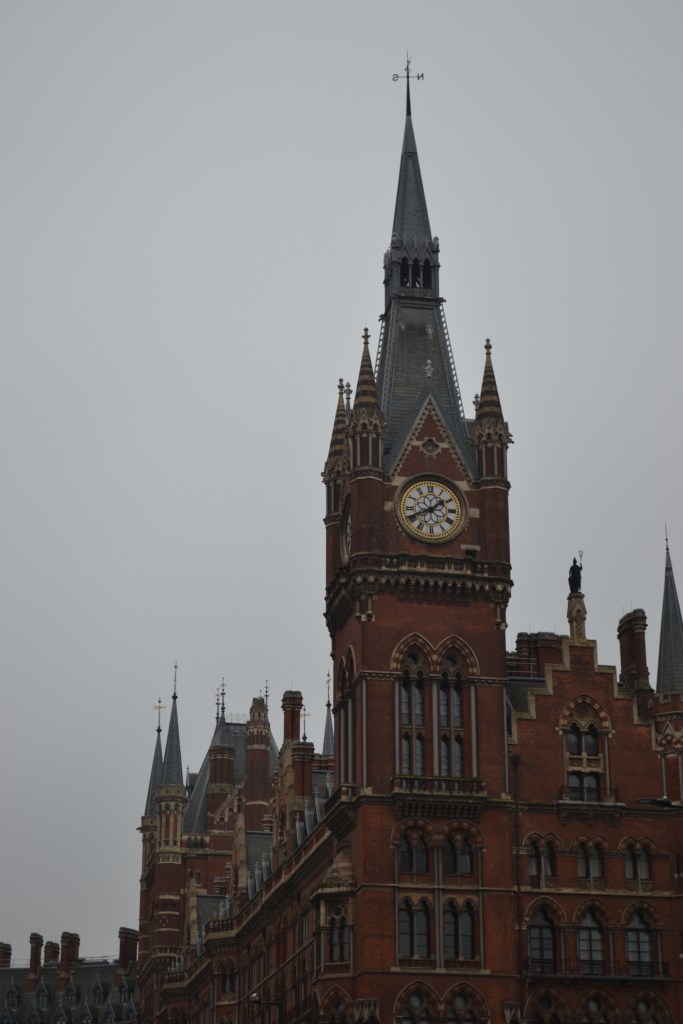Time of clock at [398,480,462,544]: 1:40
